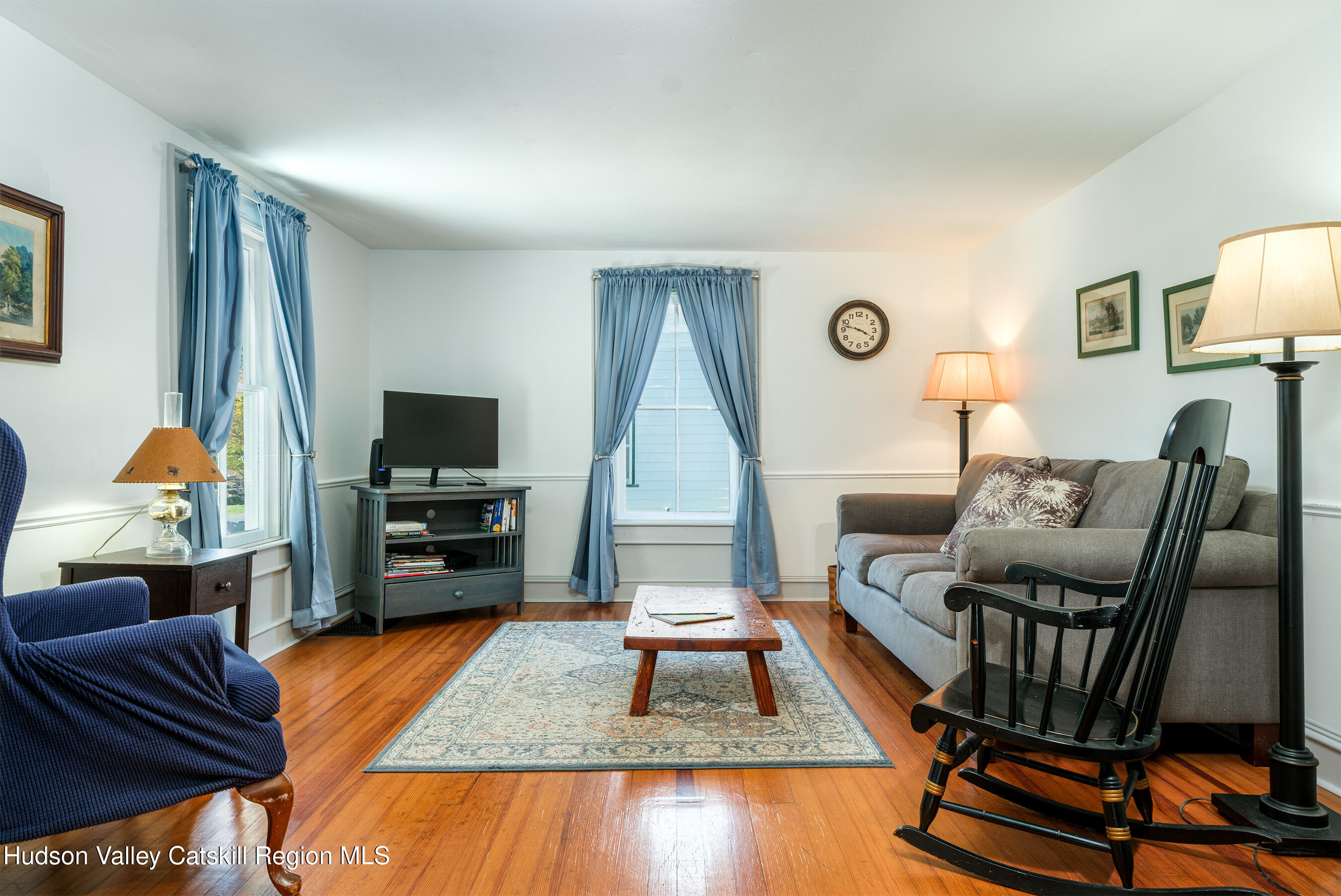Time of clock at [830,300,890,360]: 3:47
